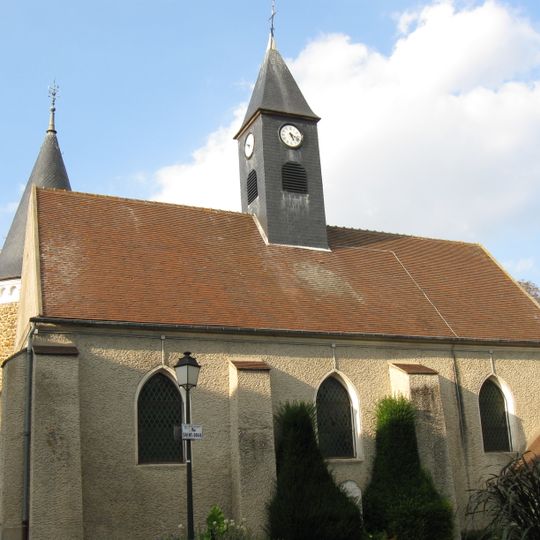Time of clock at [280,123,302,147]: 5:18
